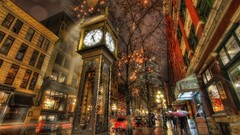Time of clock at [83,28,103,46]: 5:04
